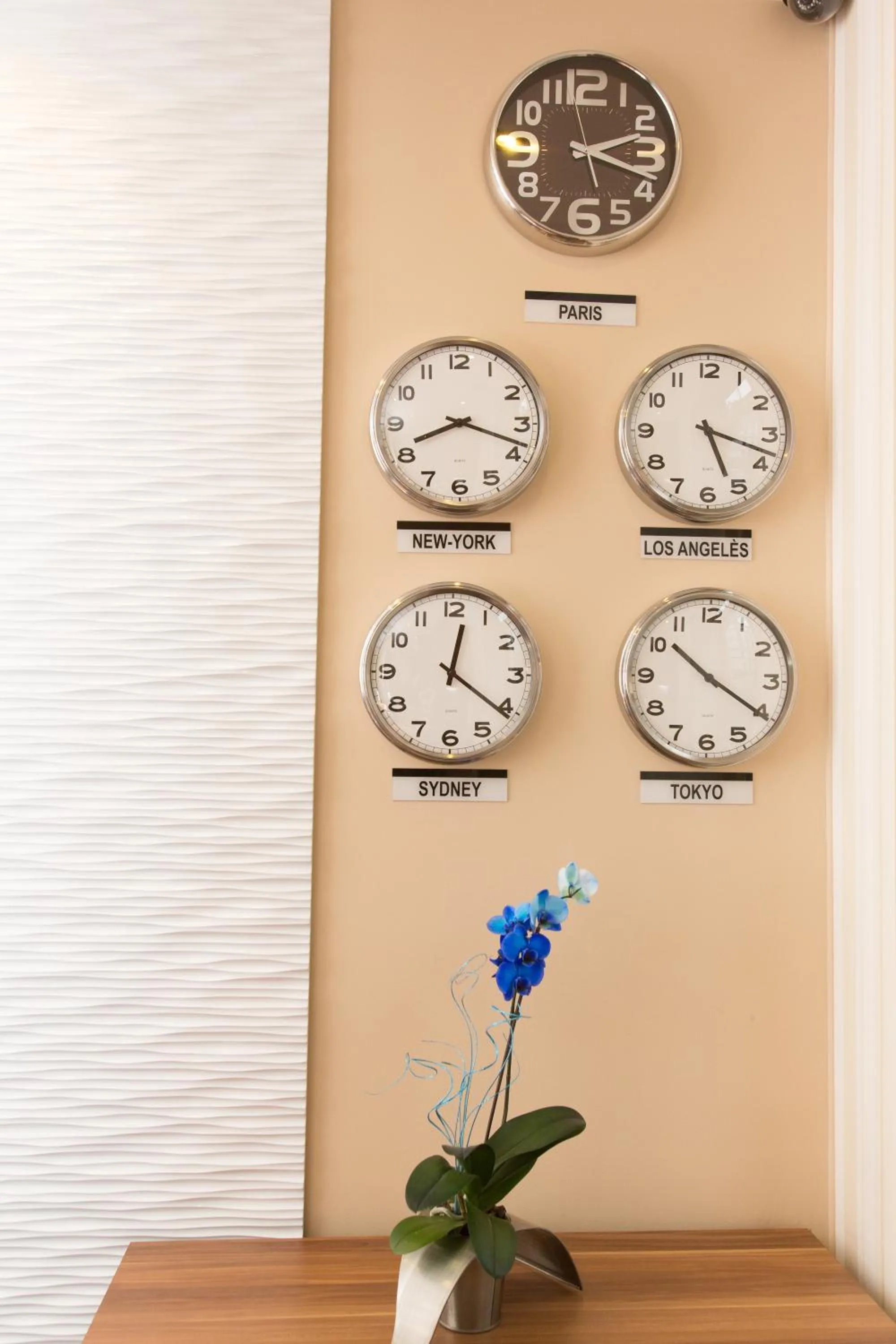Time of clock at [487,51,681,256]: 2:18
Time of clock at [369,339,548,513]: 8:18
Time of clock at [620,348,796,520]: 5:18
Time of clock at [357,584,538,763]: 12:21
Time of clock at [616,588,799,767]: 10:20
